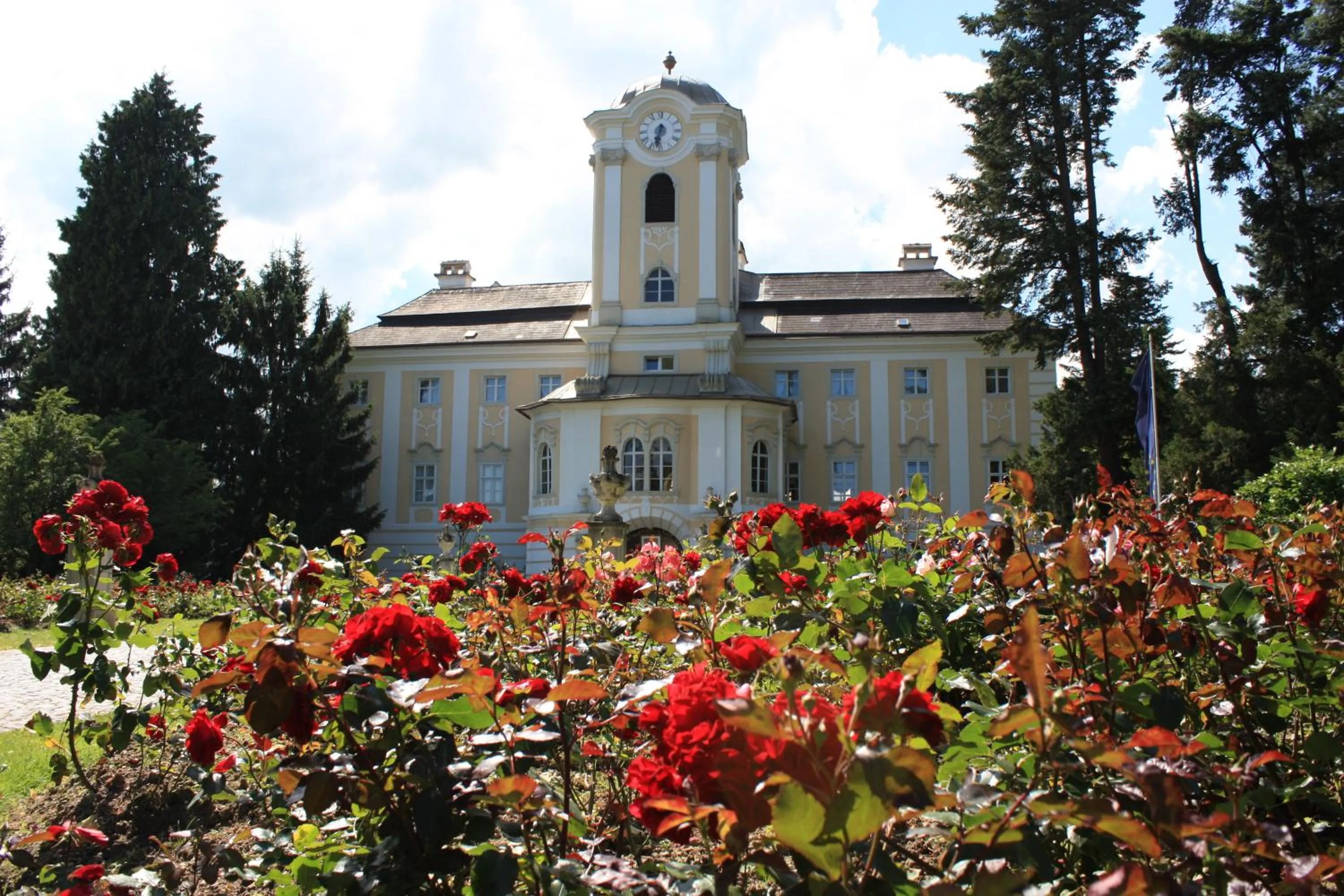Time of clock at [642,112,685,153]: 6:32
